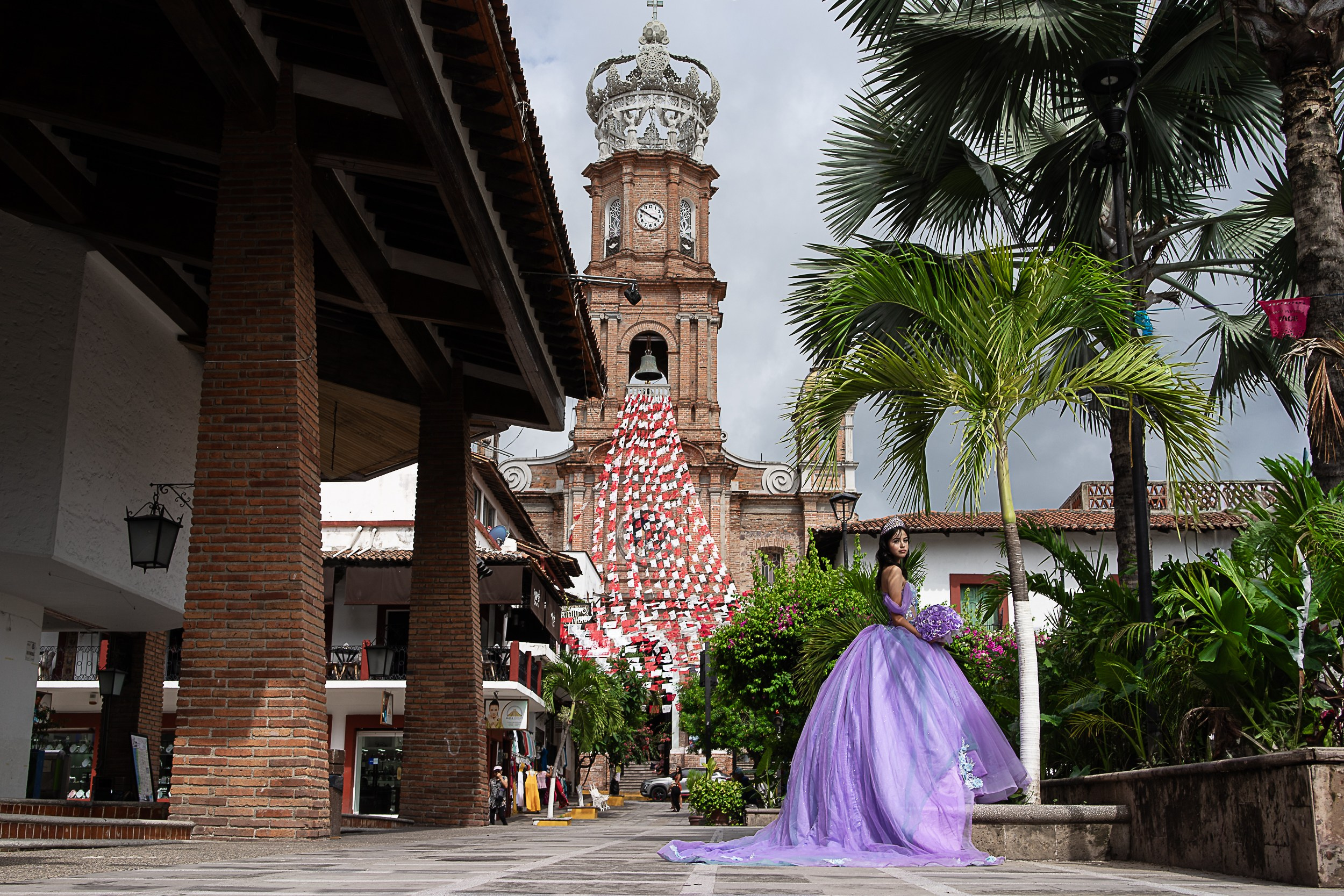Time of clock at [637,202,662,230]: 3:50
